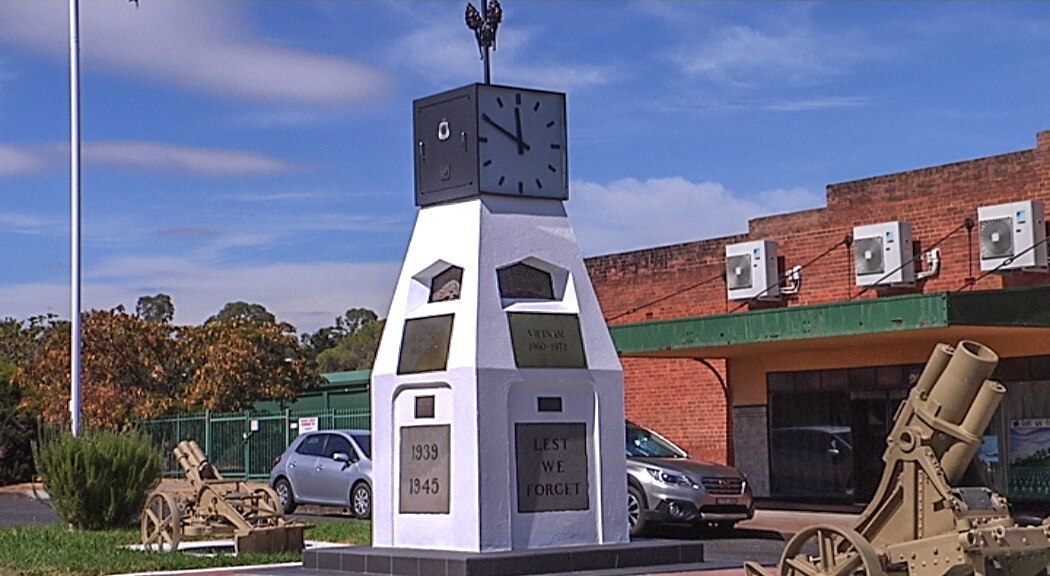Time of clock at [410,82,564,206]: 11:49
